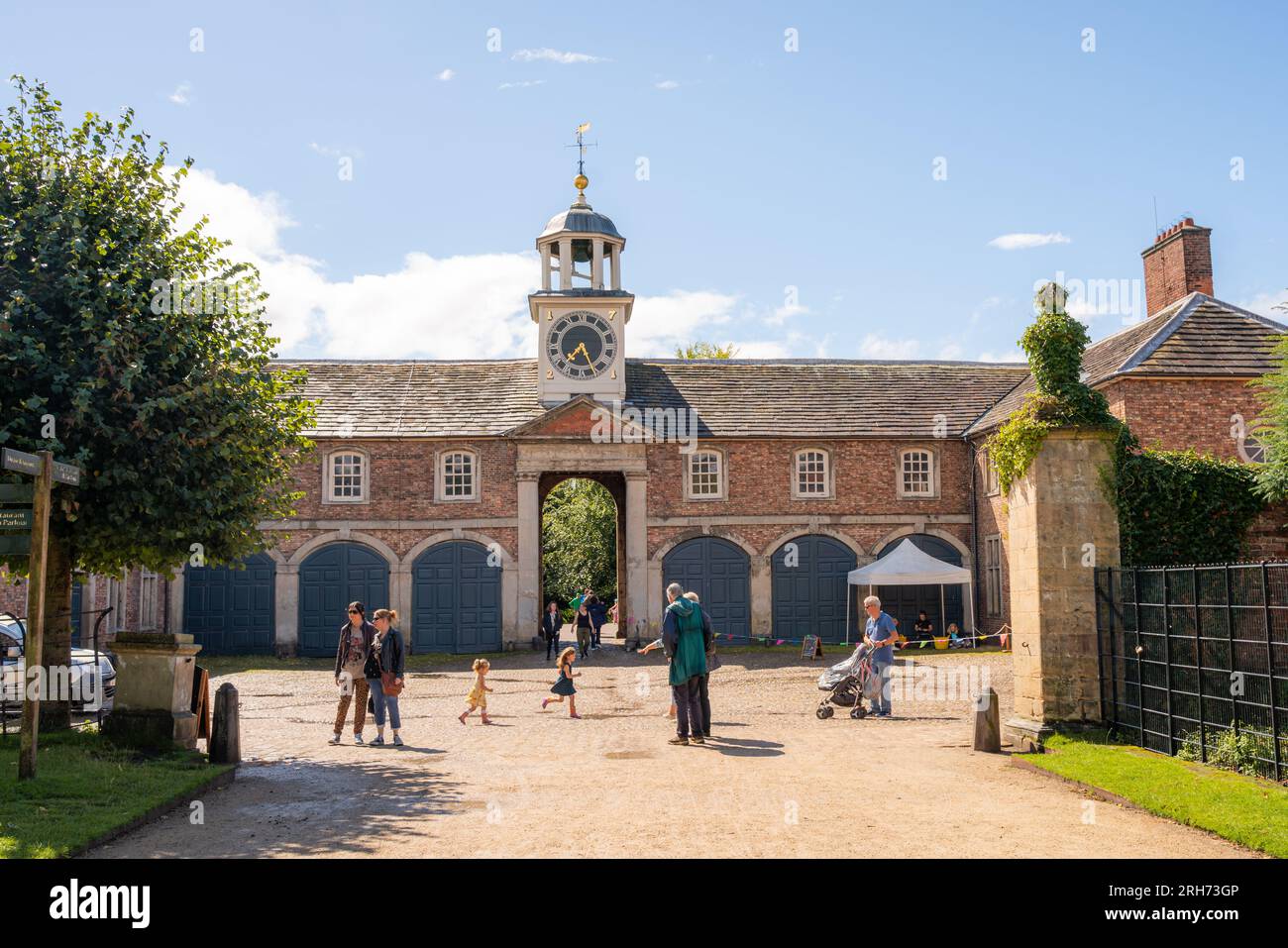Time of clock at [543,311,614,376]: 7:25
